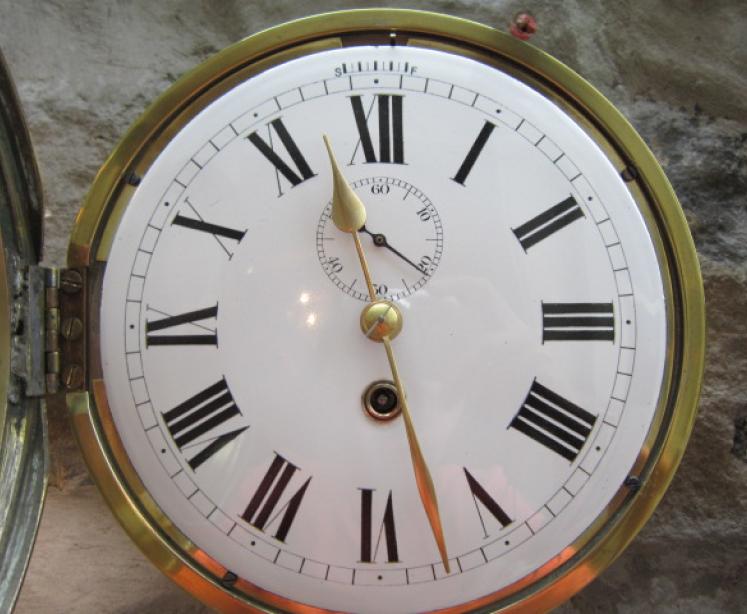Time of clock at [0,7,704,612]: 11:27
